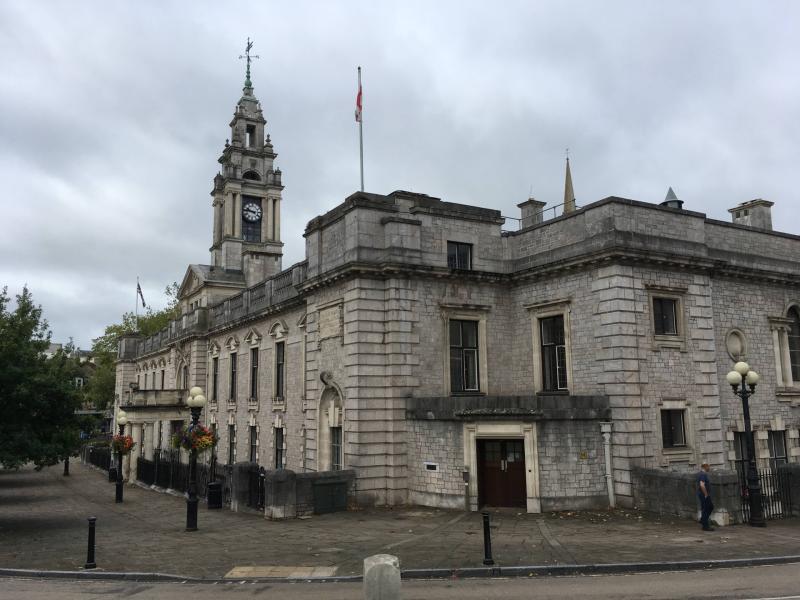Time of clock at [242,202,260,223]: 9:45
